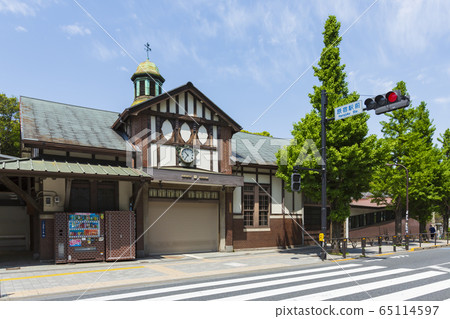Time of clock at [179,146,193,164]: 10:36
